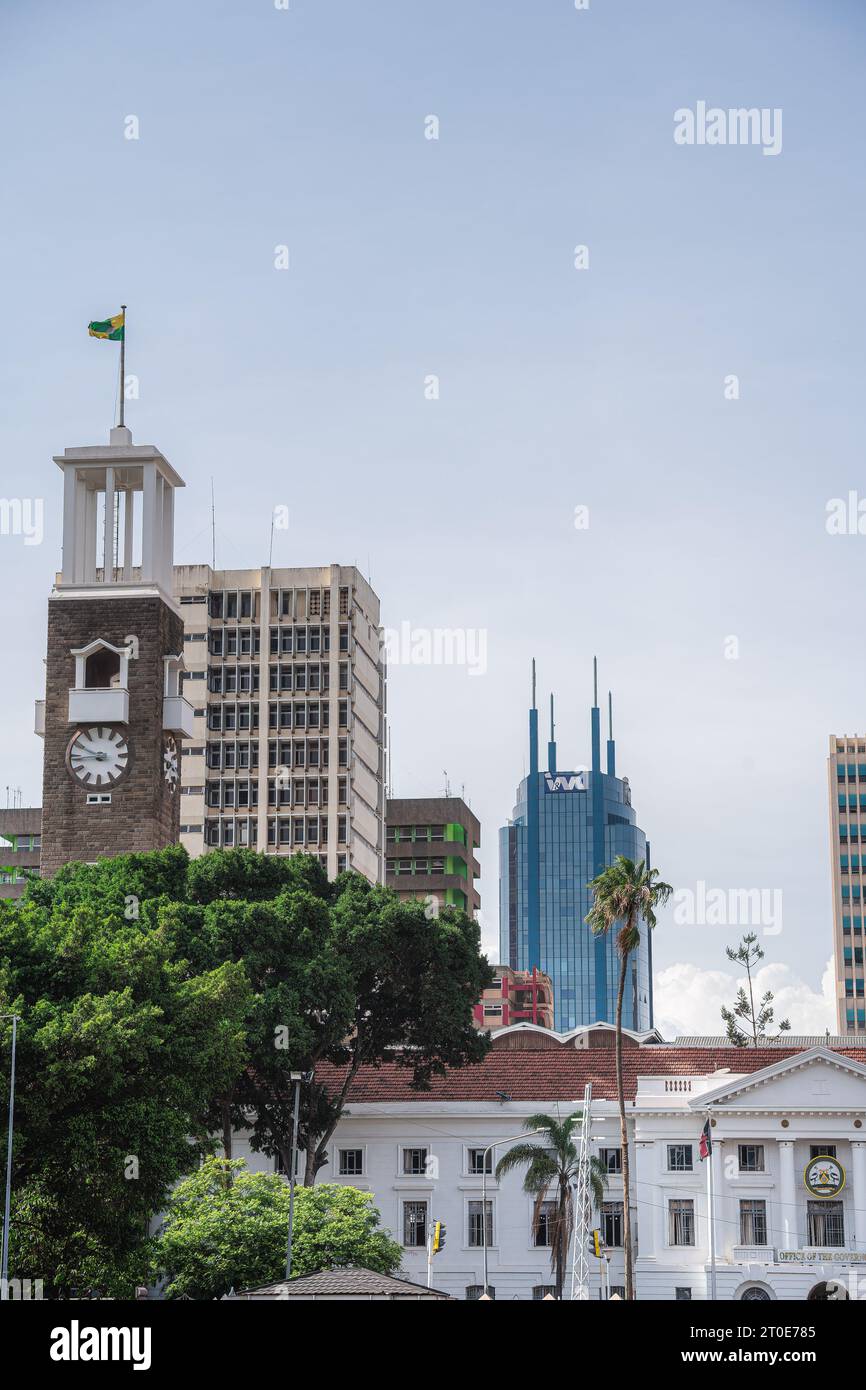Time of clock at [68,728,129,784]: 8:49
